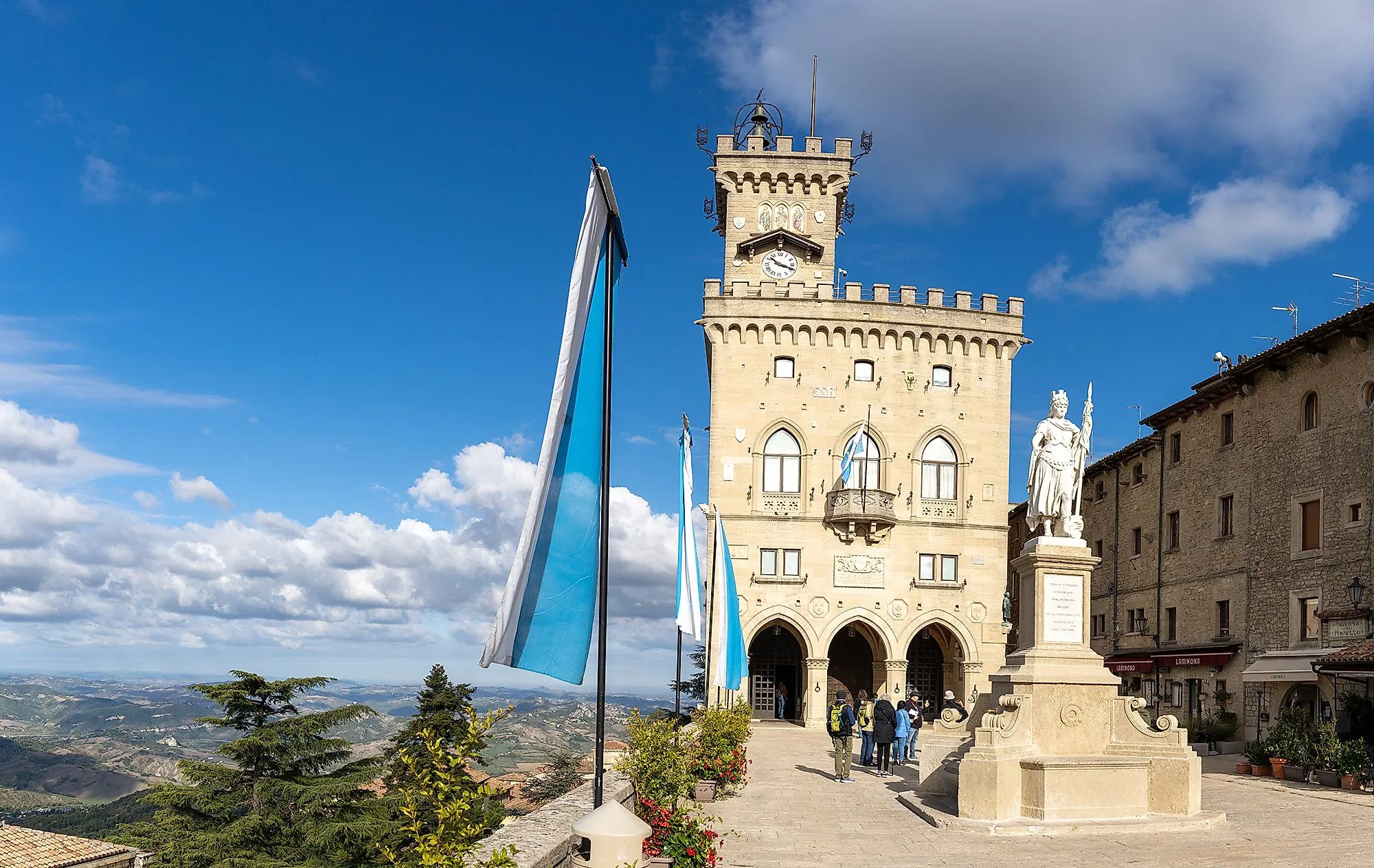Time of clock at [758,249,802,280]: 10:18
